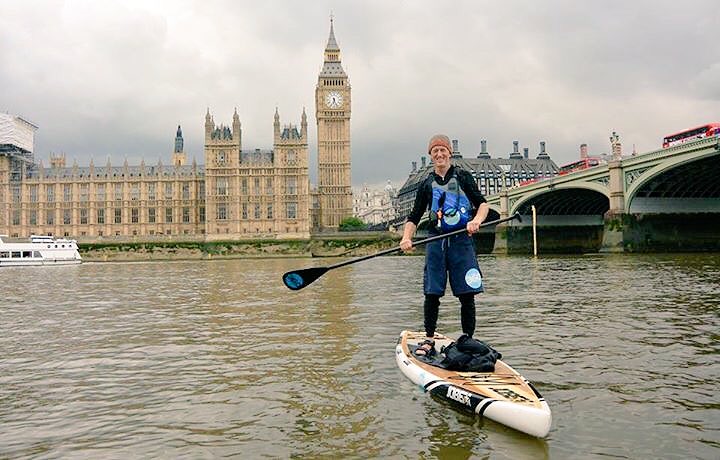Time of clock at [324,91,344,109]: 6:26
